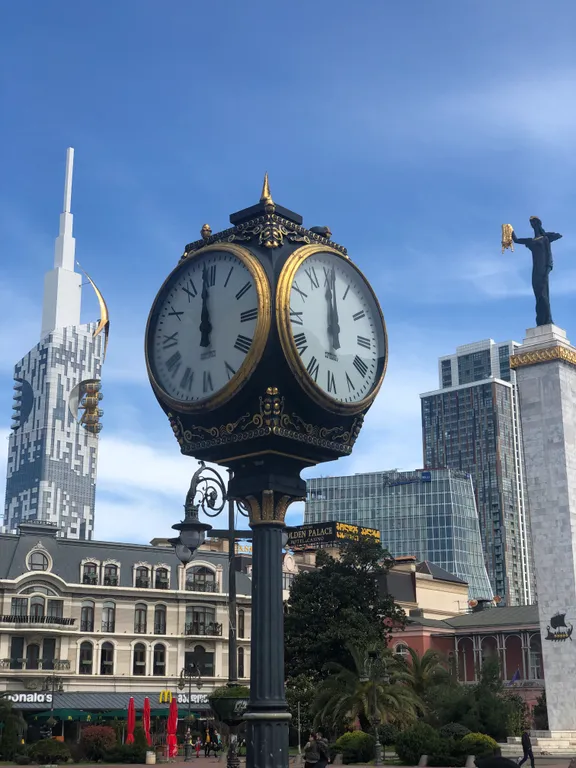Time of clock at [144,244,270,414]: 11:59
